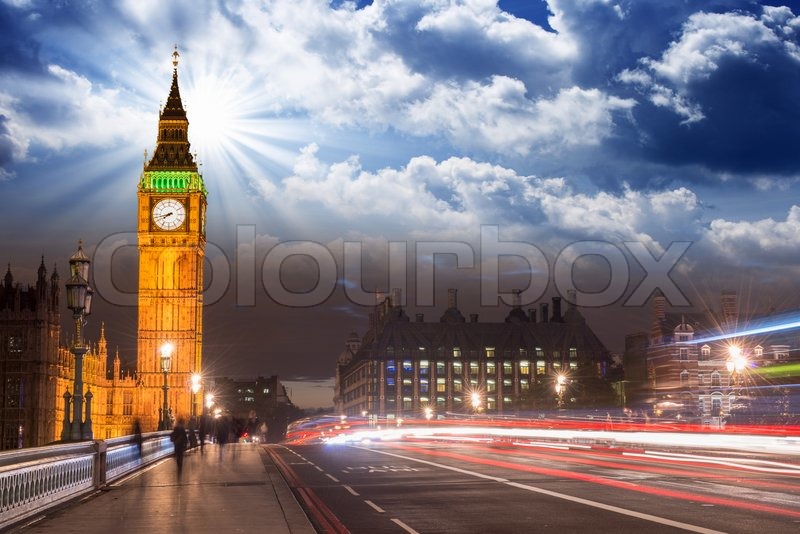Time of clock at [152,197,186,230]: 7:42
